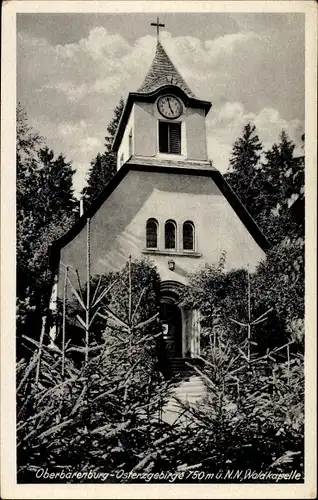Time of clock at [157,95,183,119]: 4:58
